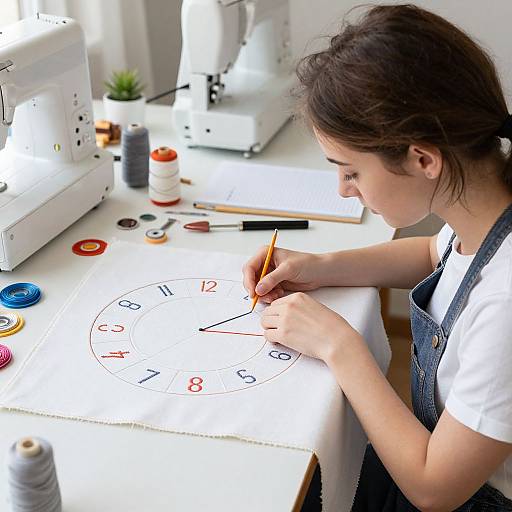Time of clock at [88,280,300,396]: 2:18
